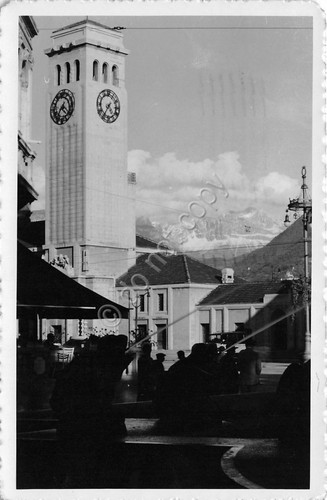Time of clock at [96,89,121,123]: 4:35
